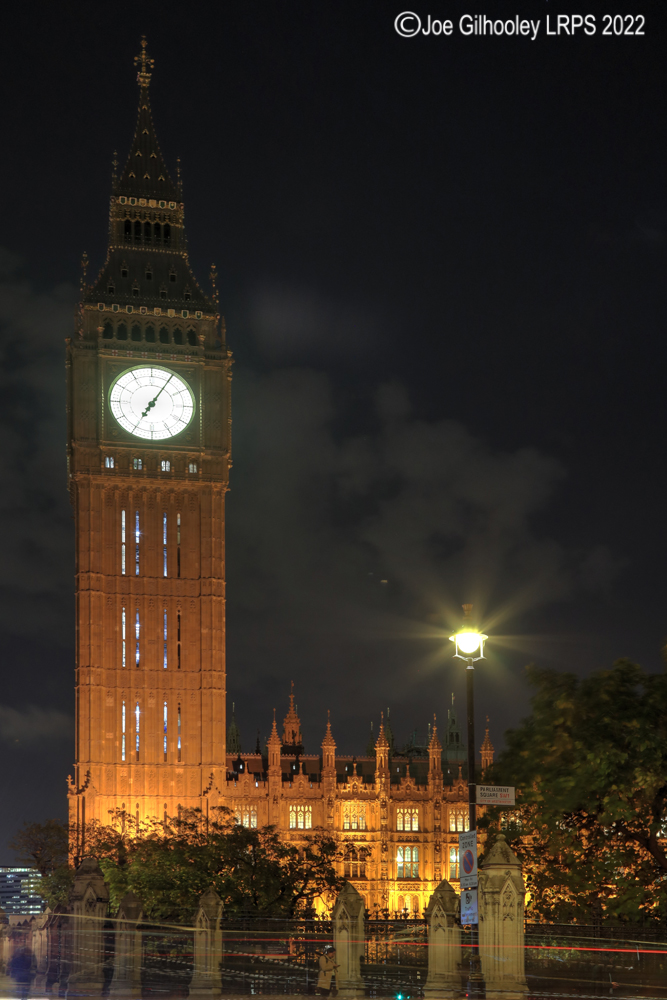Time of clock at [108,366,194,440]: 7:05
